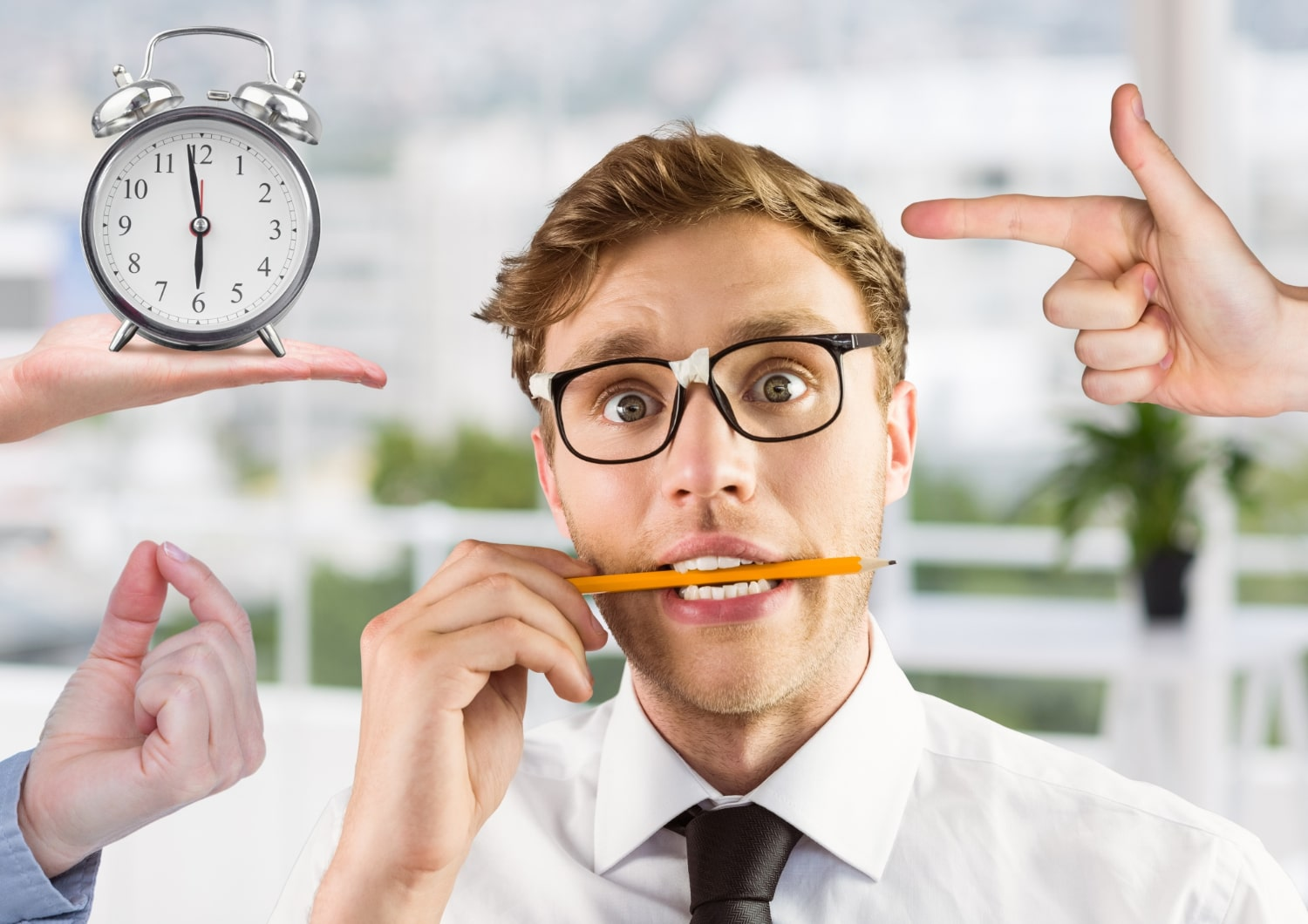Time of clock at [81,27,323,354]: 5:58
